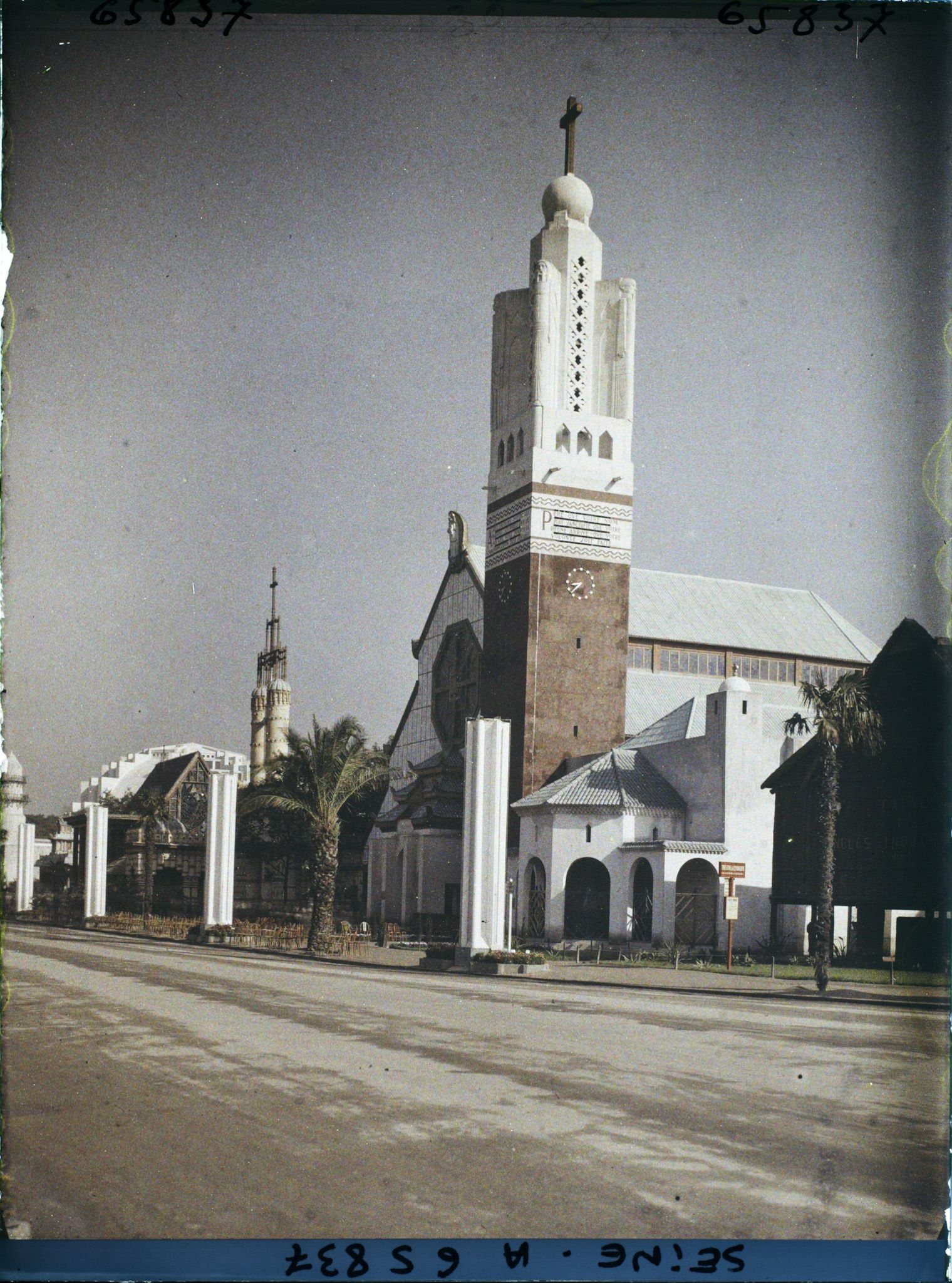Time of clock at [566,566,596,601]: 8:37
